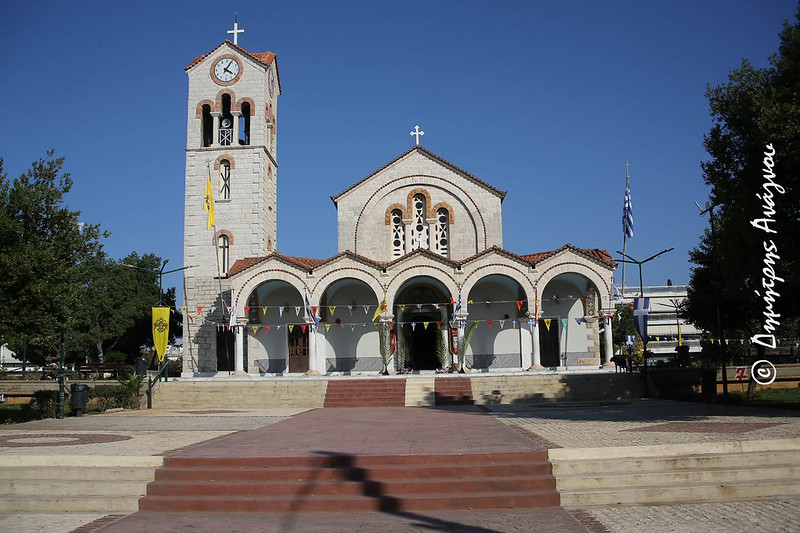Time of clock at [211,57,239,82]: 4:04
